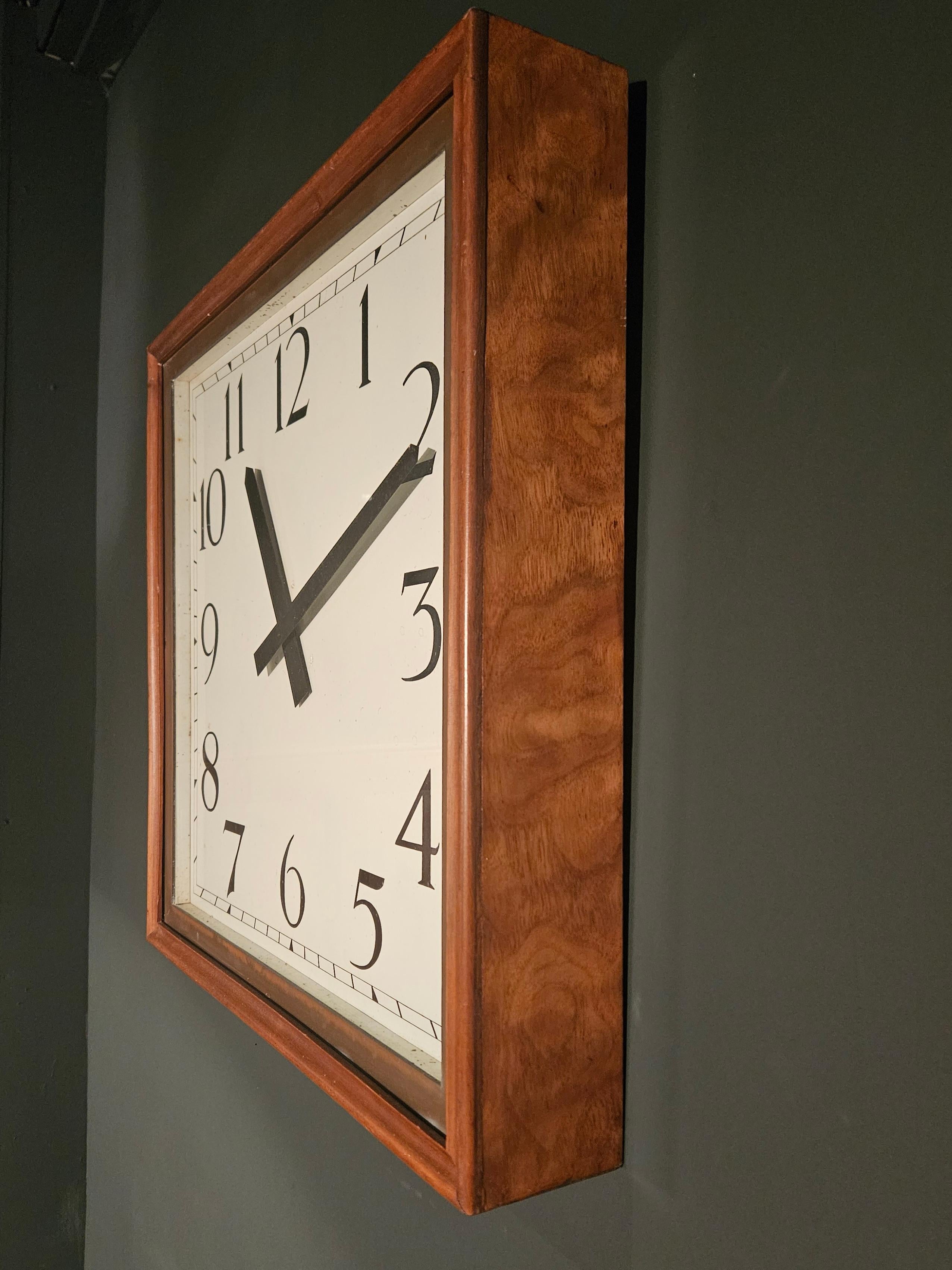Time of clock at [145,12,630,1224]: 11:11
